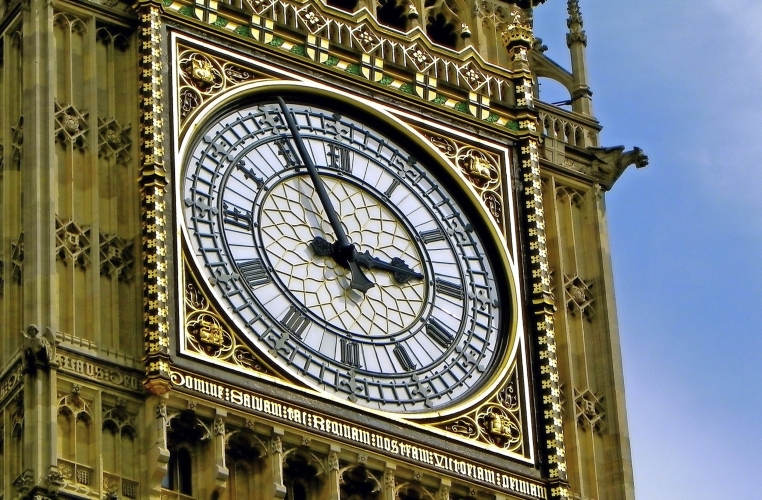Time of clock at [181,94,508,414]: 2:56
